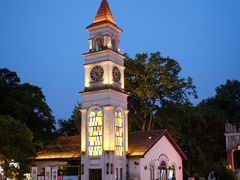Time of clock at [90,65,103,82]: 10:24
